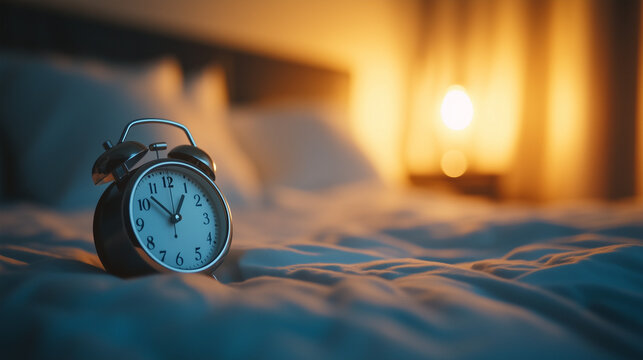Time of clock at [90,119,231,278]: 12:52
